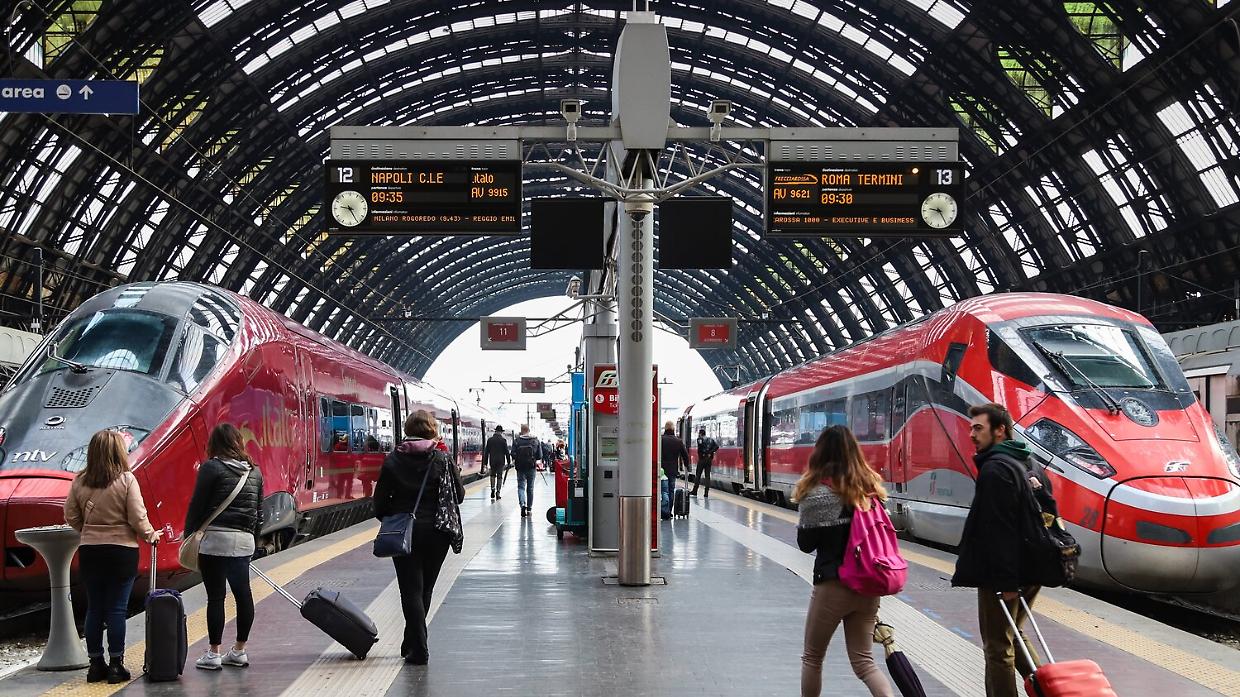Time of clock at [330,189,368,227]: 9:25
